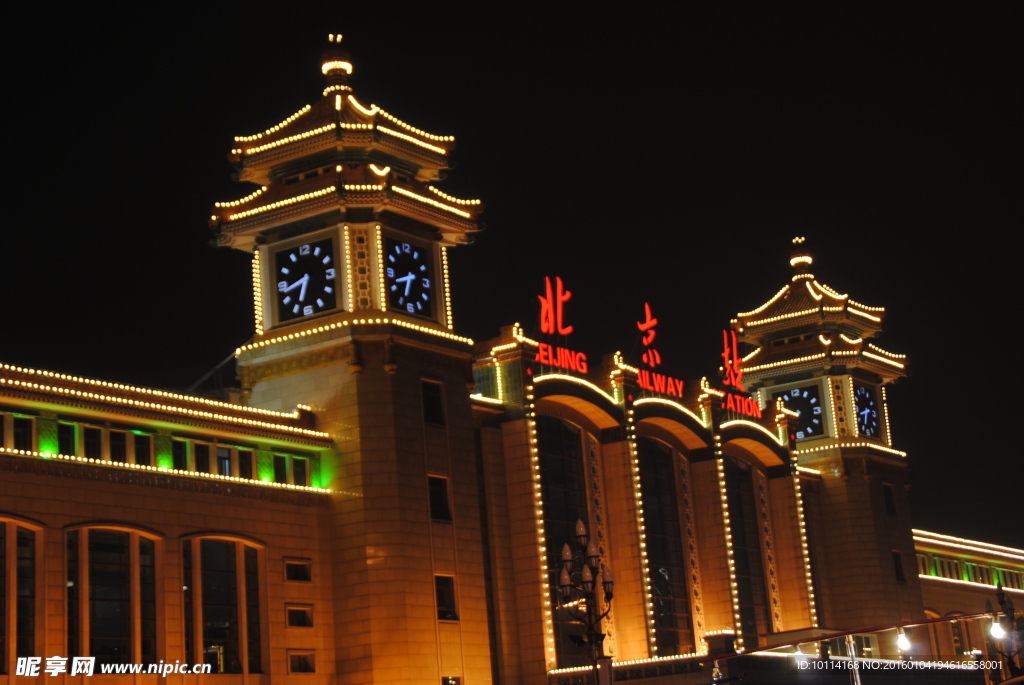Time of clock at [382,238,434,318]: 6:42
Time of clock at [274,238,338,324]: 6:42
